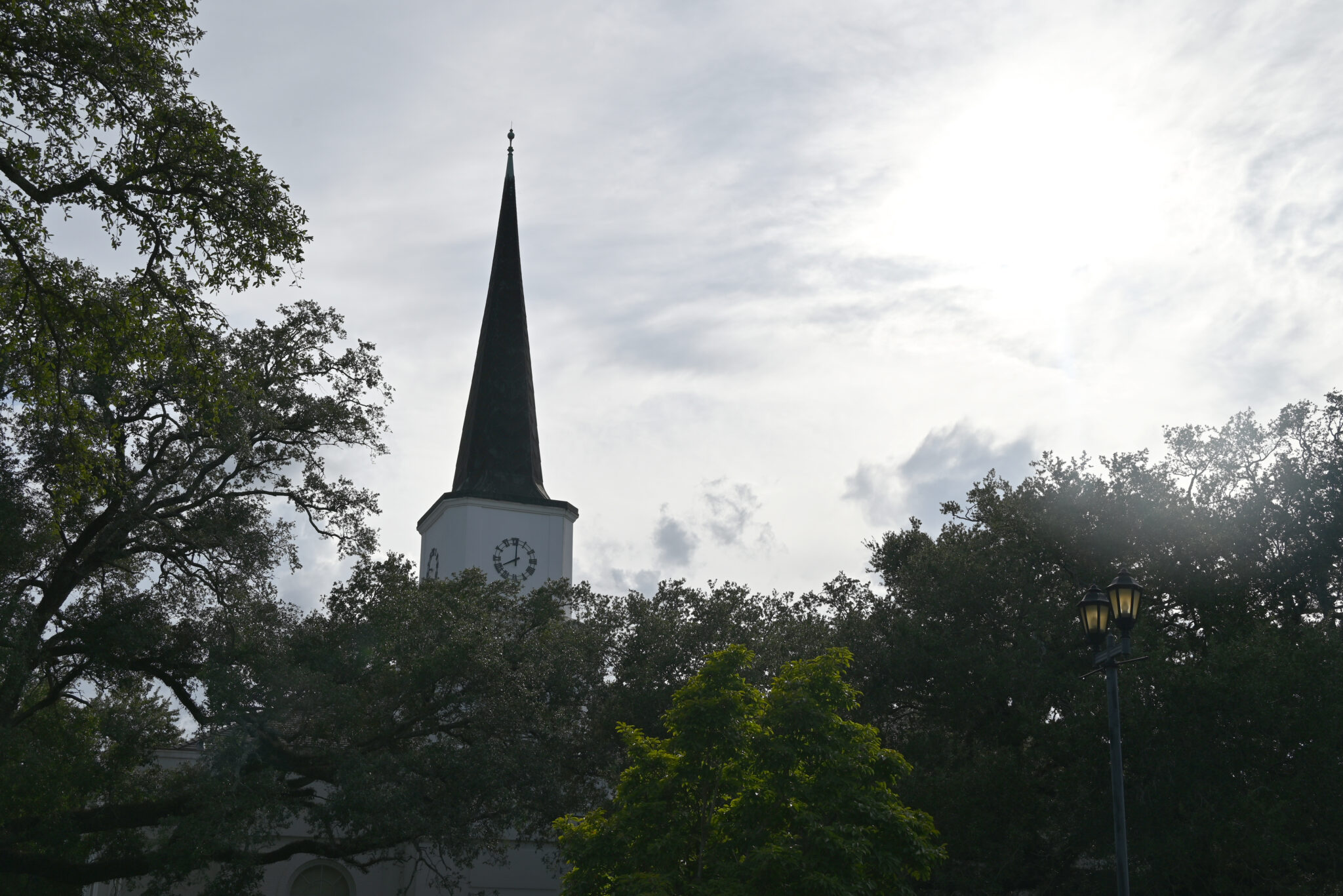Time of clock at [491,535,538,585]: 8:00
